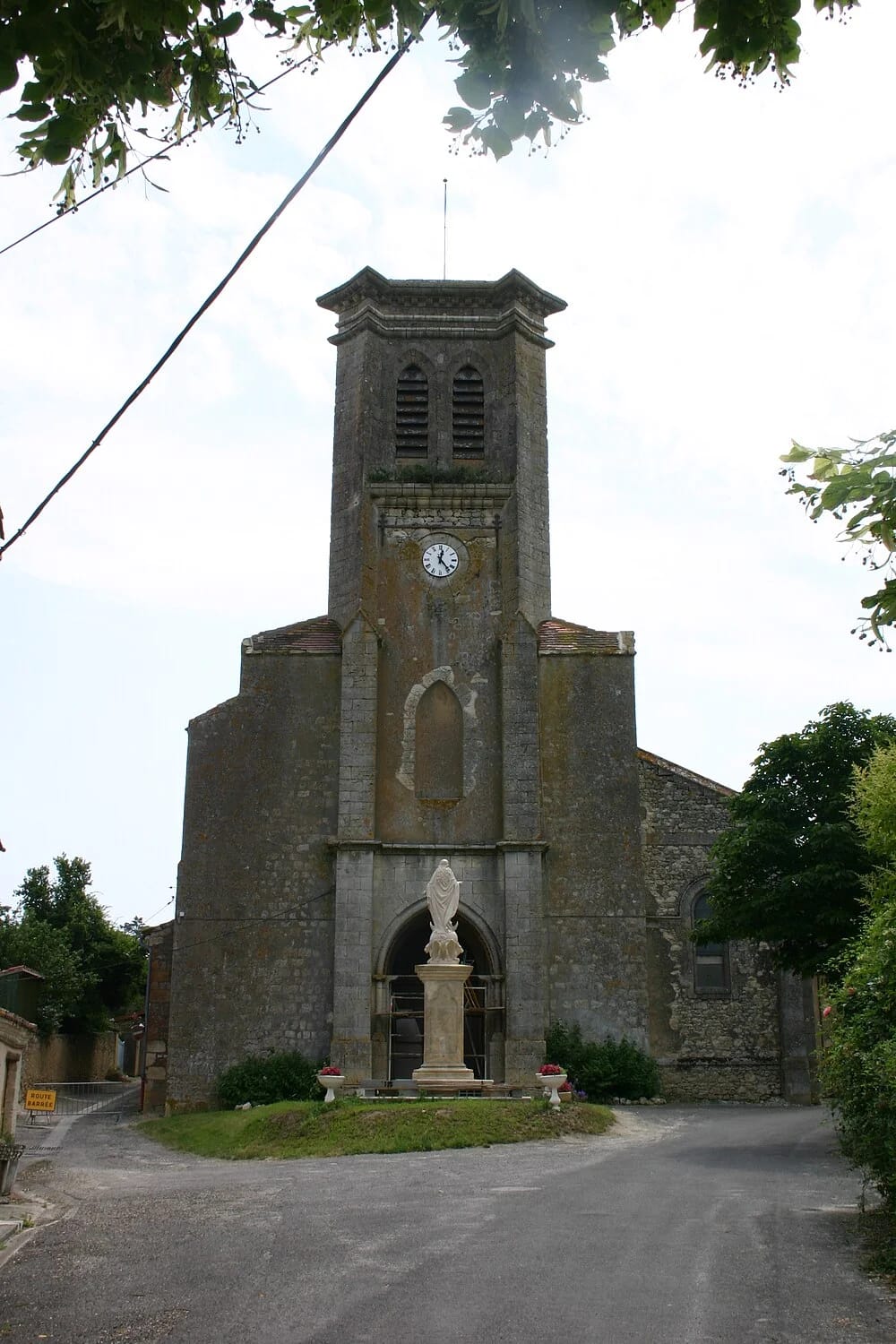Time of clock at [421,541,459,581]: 12:23
